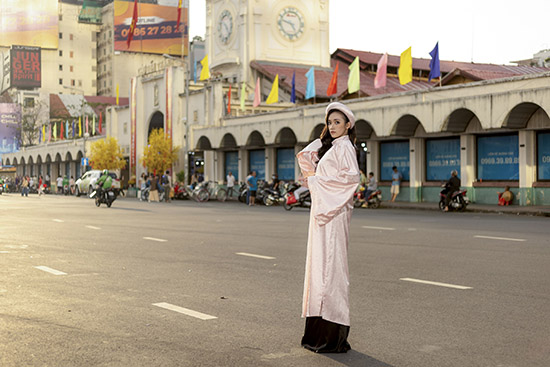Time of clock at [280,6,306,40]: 4:47
